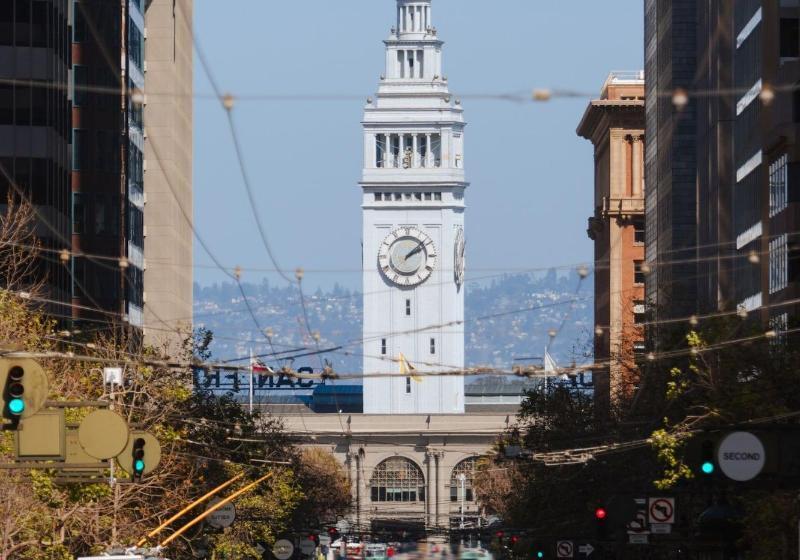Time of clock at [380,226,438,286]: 2:08
